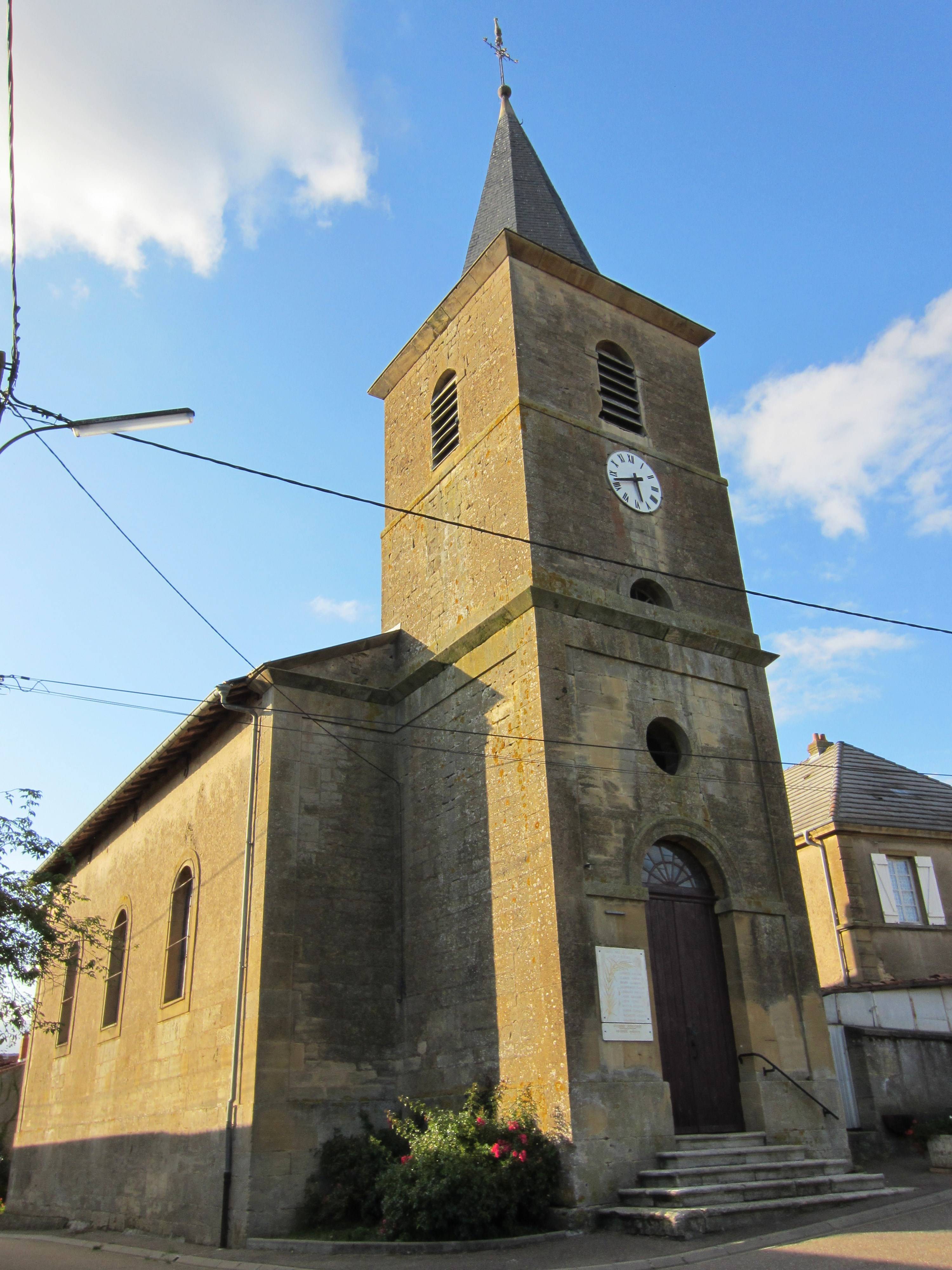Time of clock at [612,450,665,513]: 5:42
